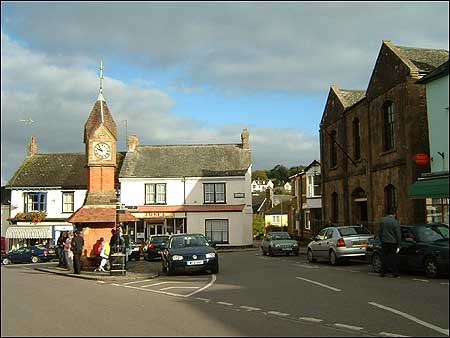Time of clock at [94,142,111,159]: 9:54
